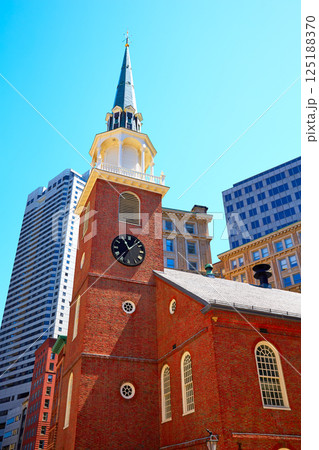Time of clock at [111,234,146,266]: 11:07
